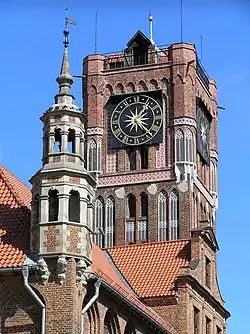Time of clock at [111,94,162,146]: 1:22
